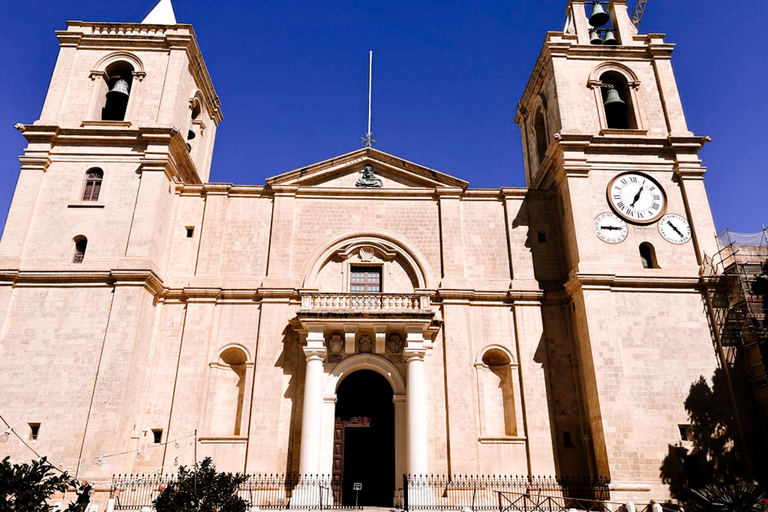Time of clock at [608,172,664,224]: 7:05
